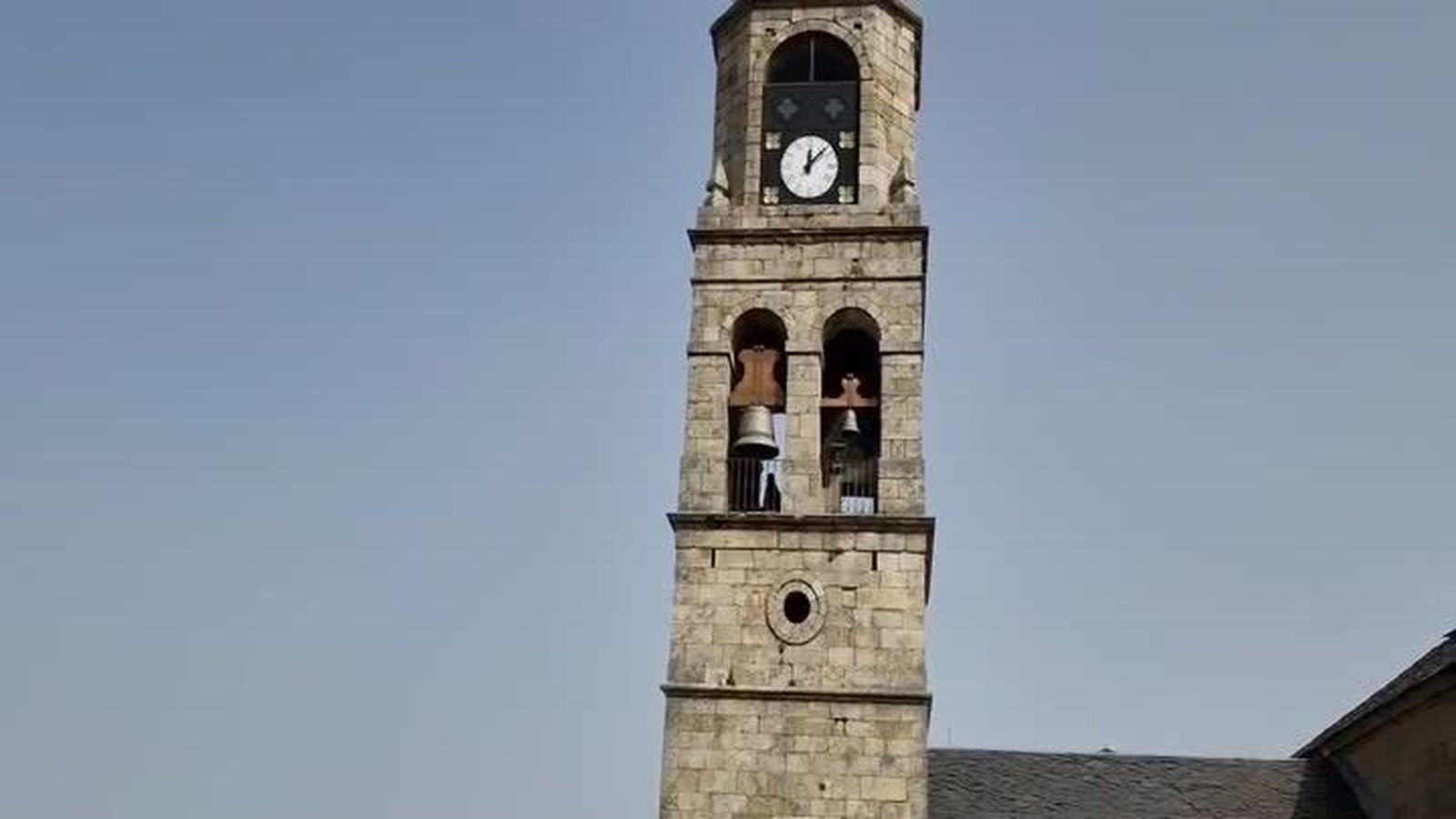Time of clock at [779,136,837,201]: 12:07
